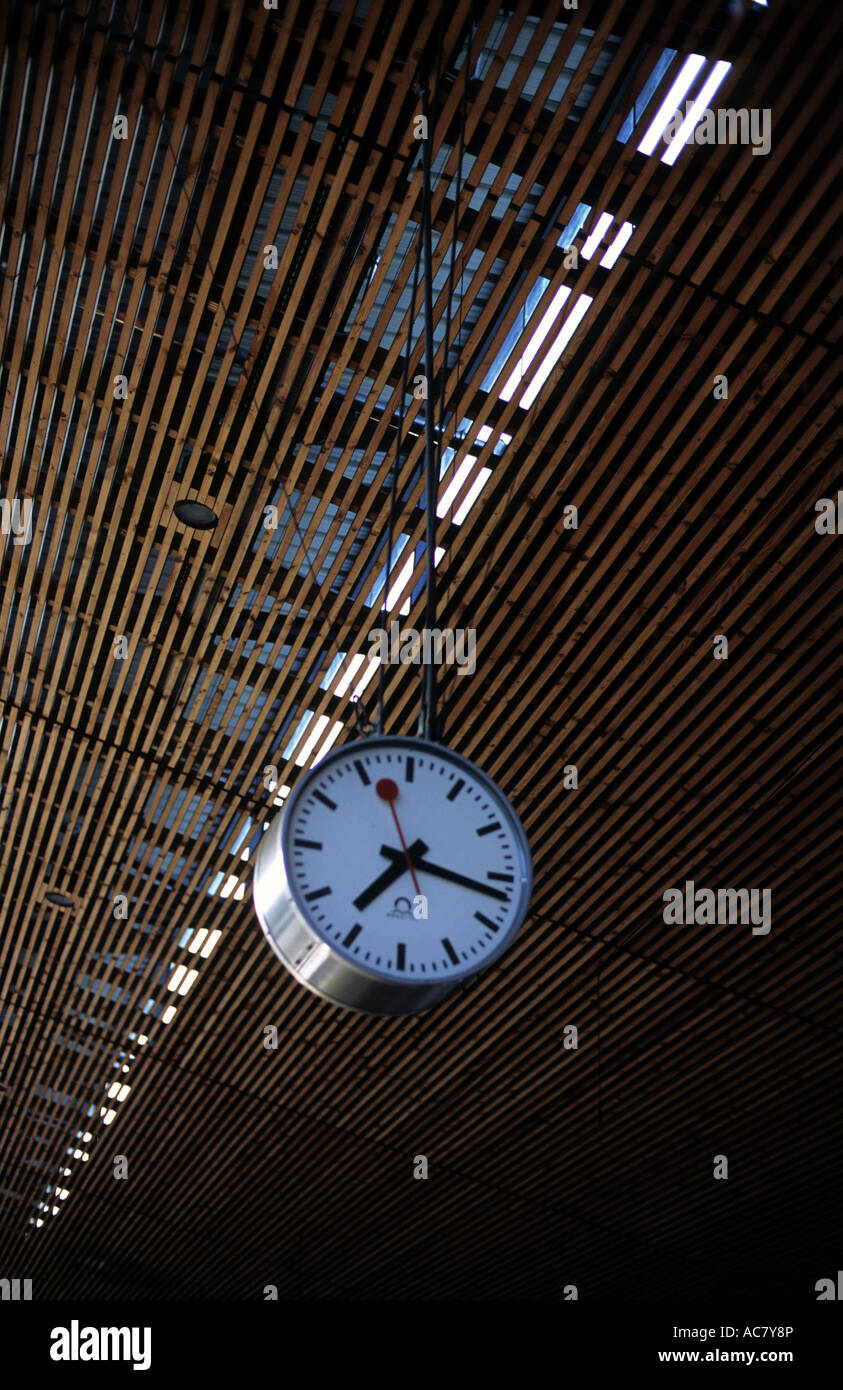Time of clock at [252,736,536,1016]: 7:17
